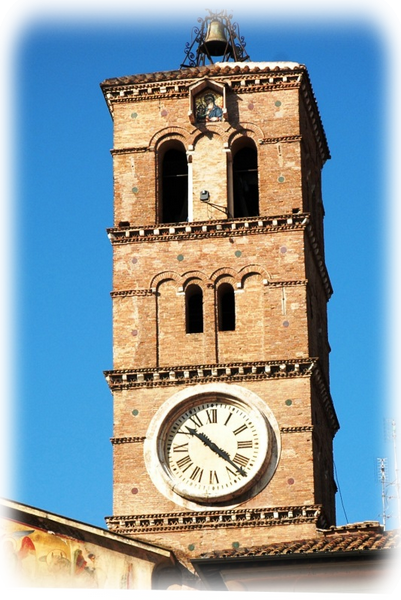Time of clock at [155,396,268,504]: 10:22
